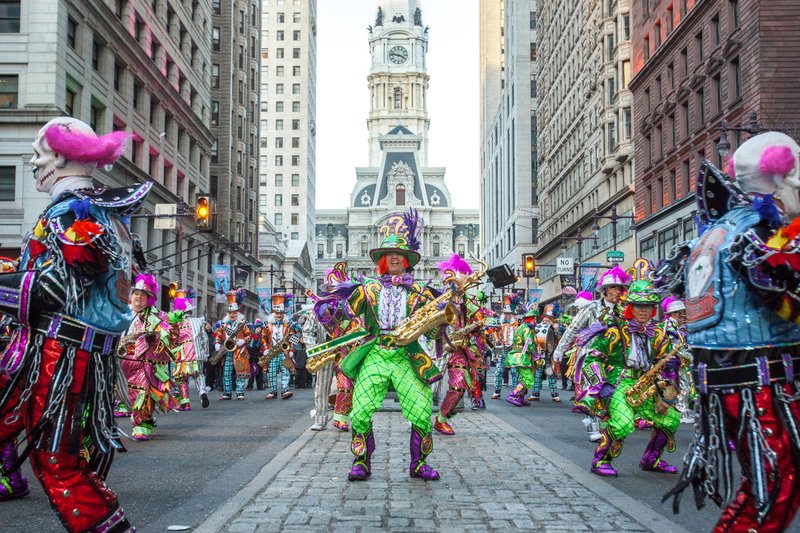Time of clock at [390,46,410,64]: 3:46
